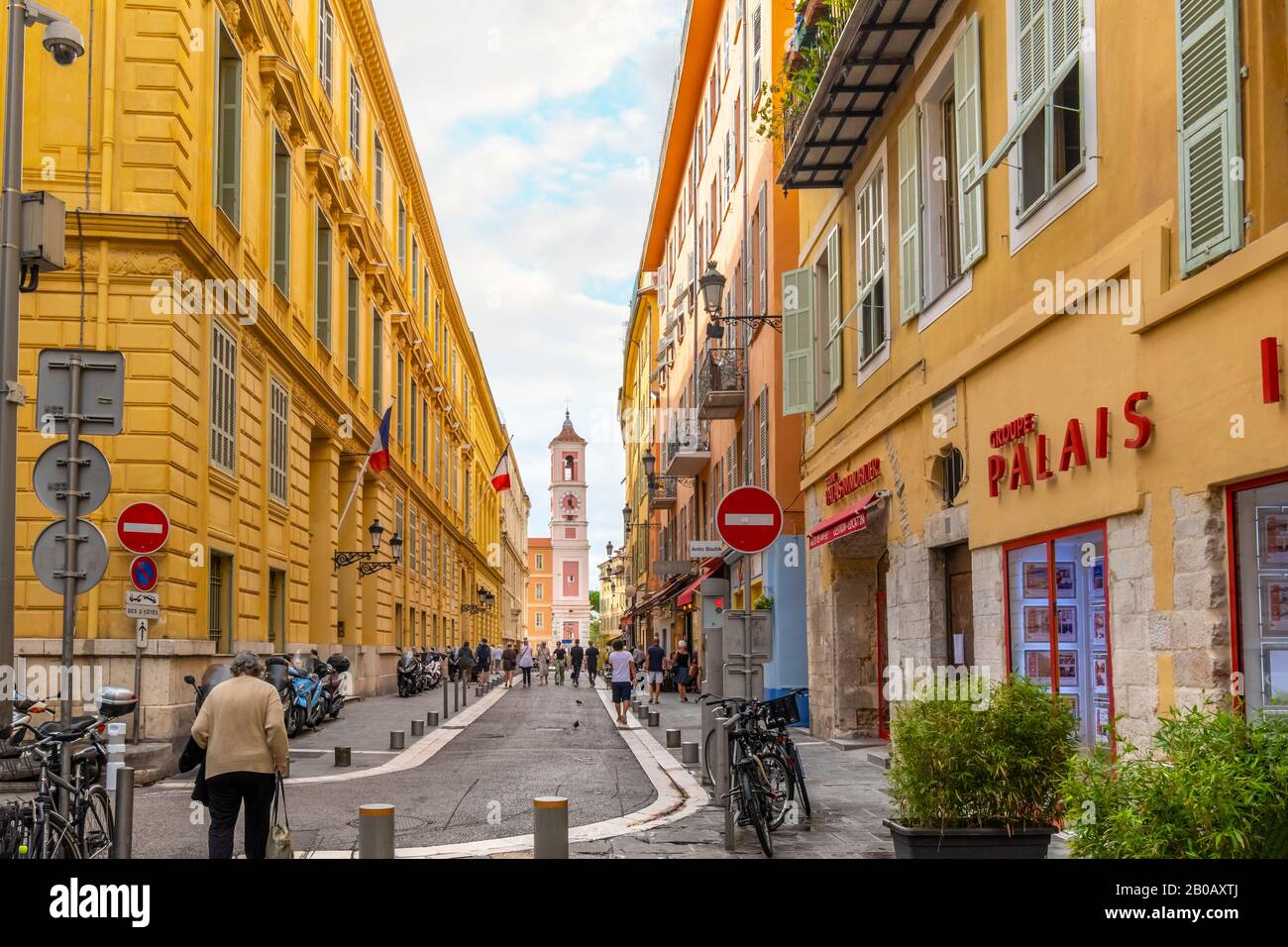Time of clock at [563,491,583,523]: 5:01
